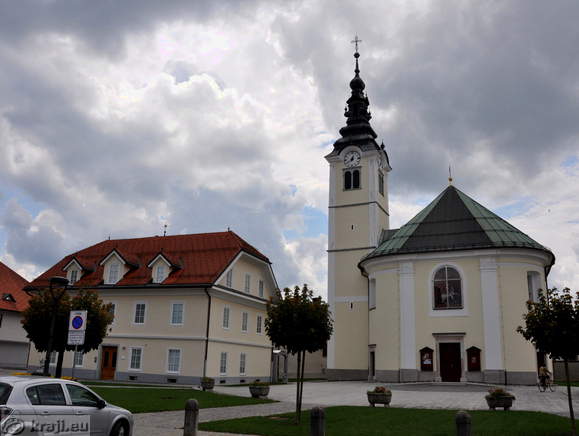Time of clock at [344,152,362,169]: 12:39
